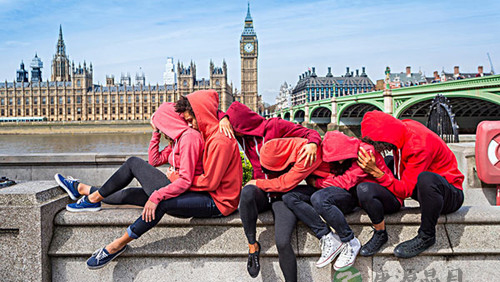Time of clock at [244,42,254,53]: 11:07
